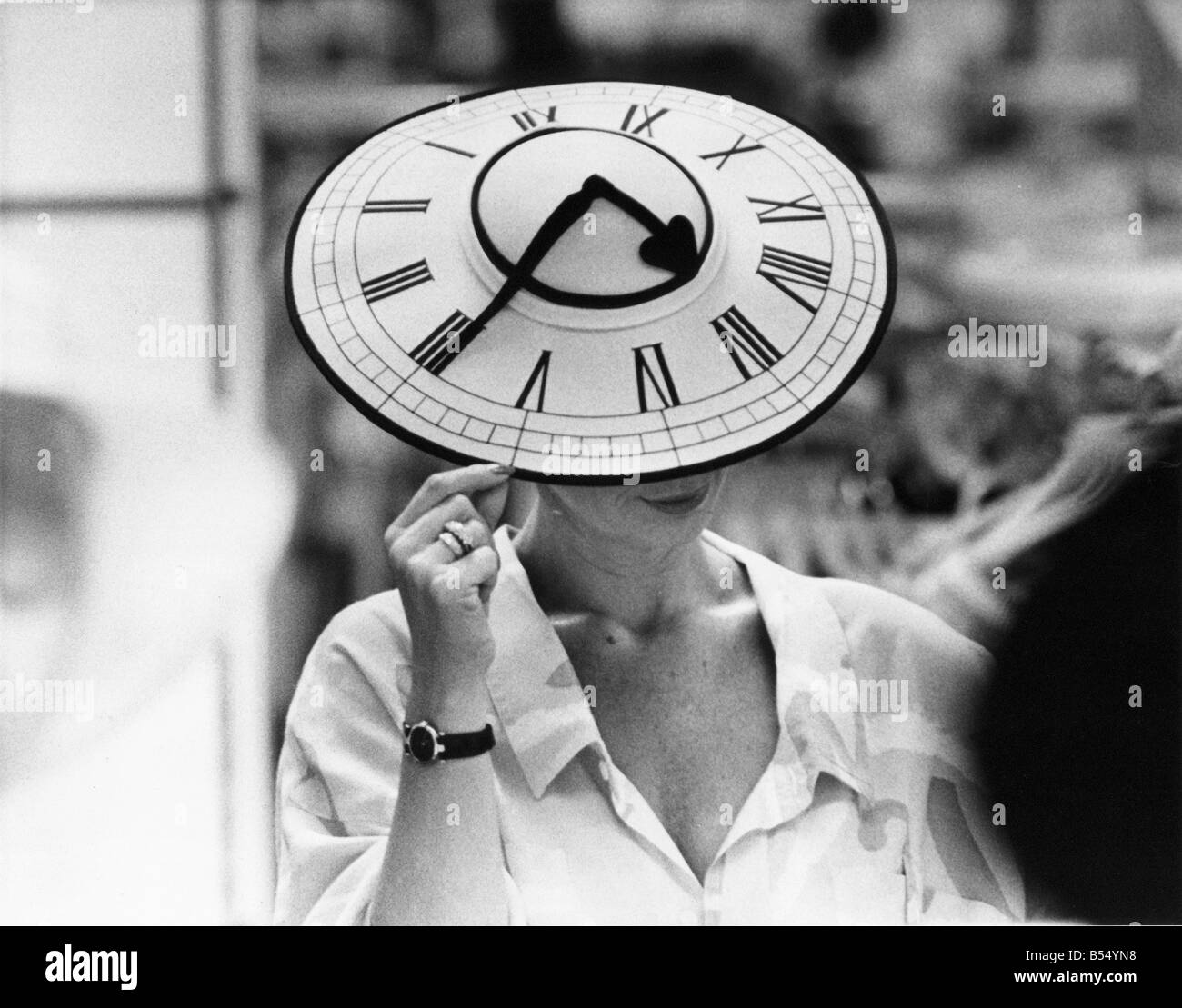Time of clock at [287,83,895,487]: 4:34
